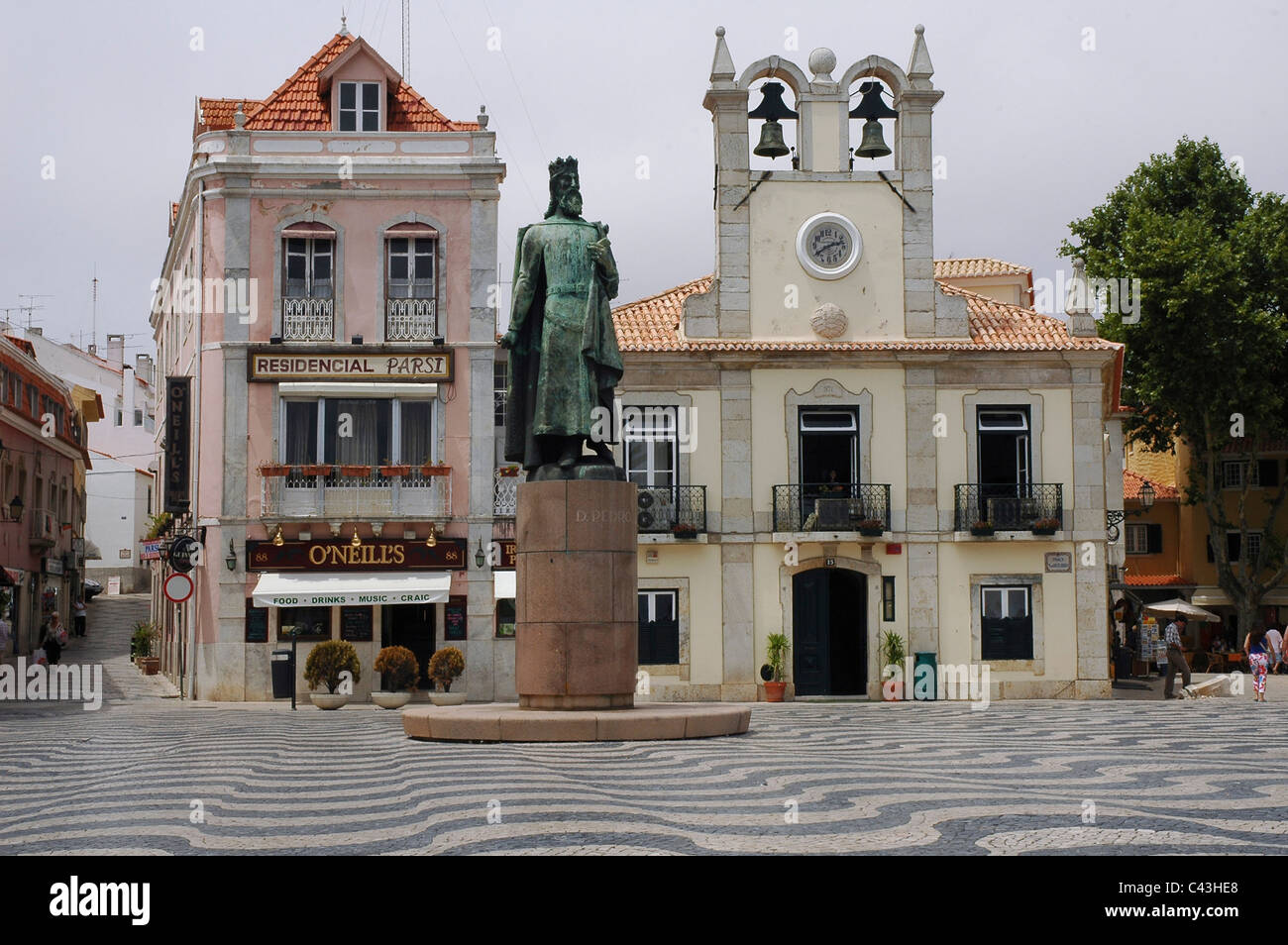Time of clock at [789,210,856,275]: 2:39
